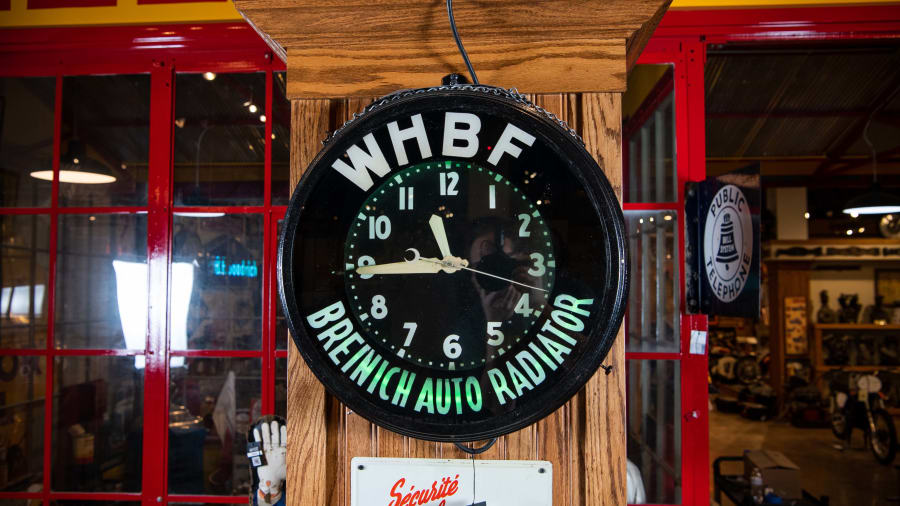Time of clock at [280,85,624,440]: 10:44
